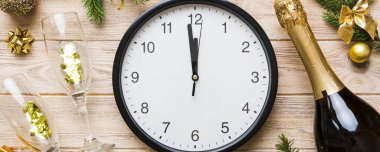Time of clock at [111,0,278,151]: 11:58
